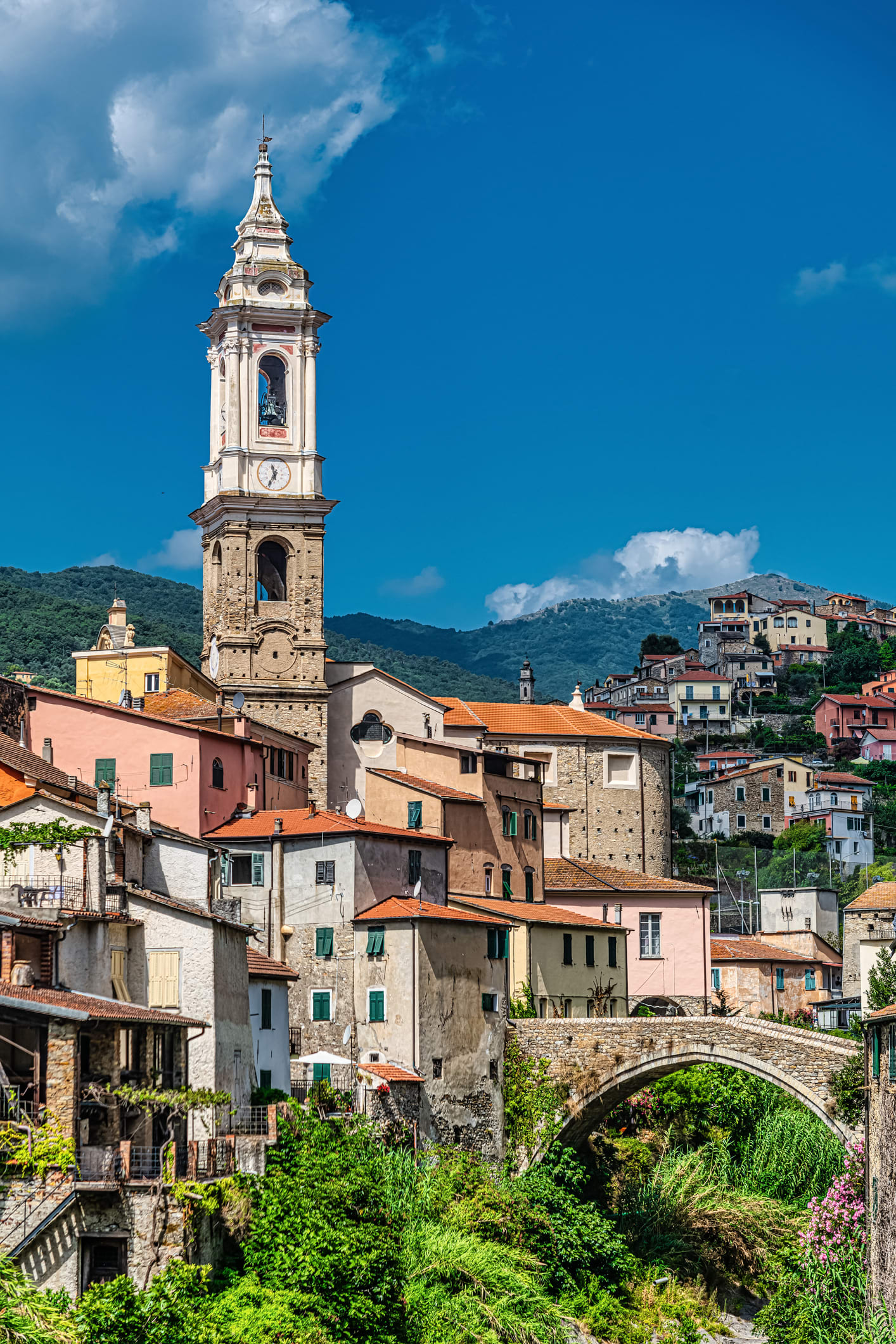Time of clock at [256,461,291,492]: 11:34
